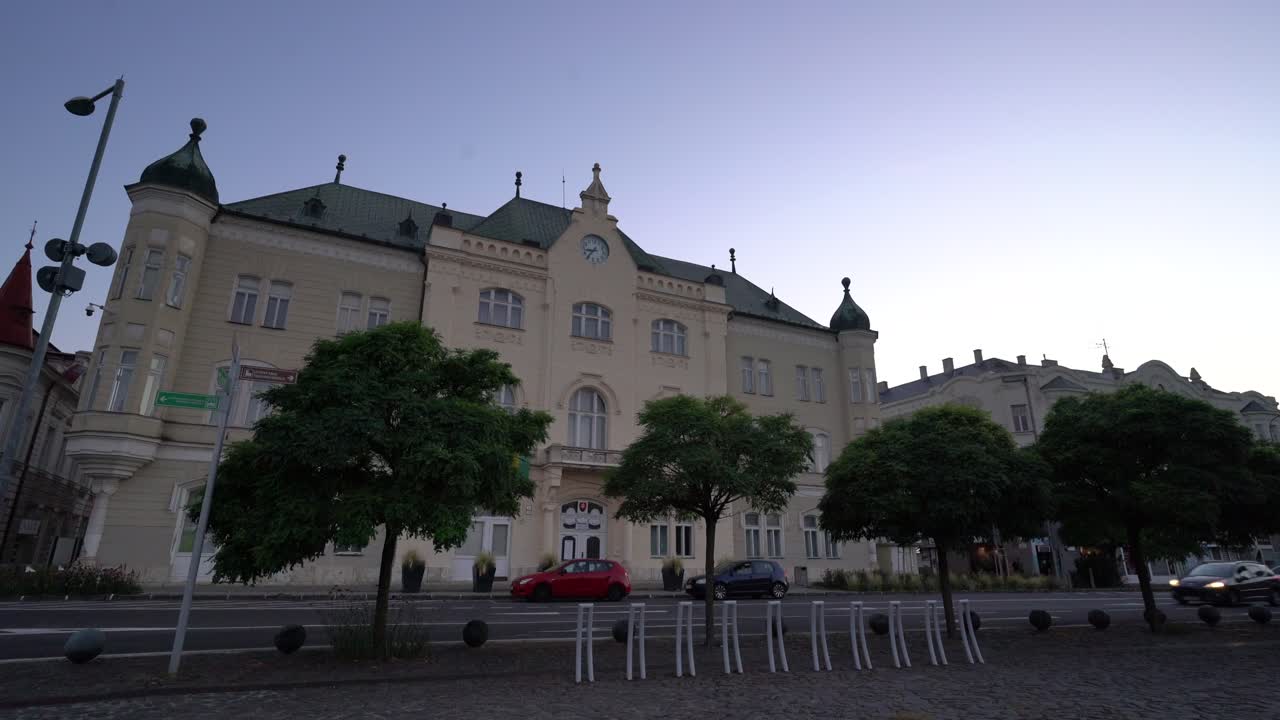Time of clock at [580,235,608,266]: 8:36
